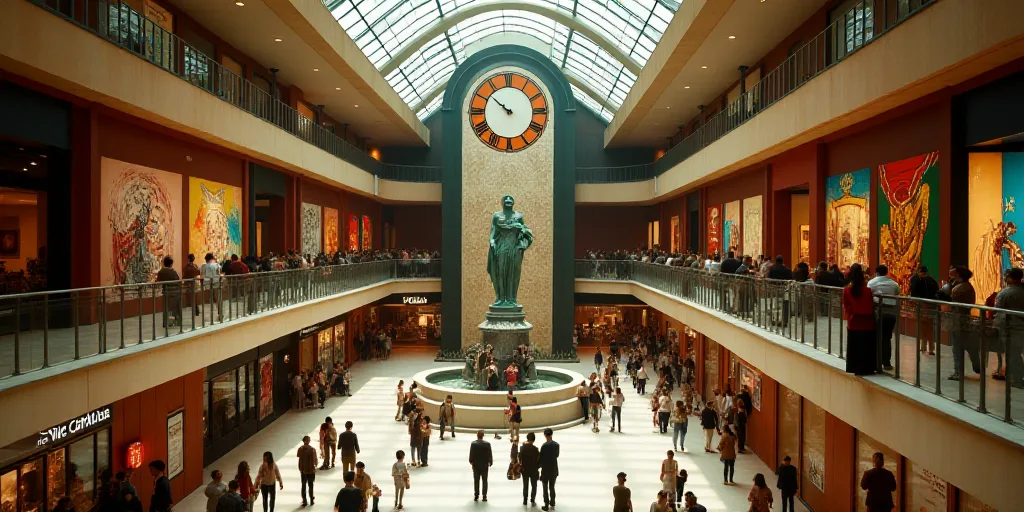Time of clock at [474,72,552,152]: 9:51
